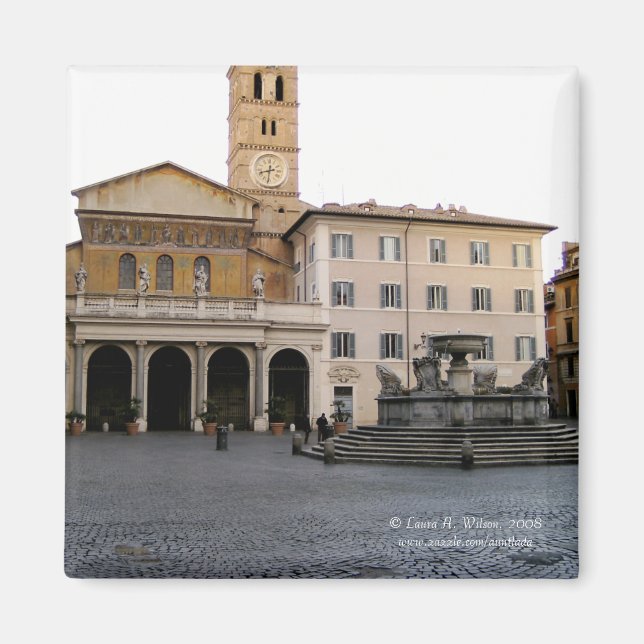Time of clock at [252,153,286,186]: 8:31
